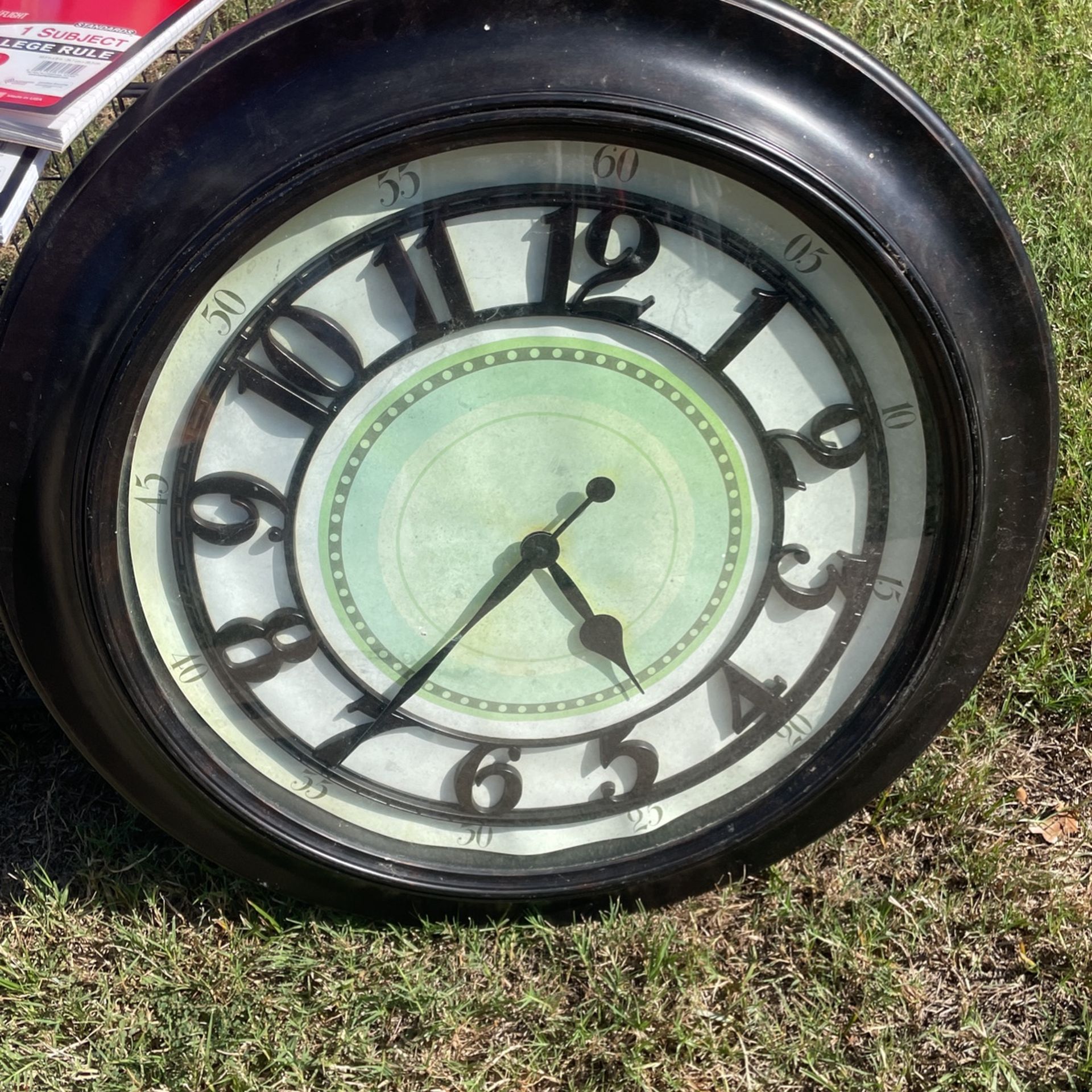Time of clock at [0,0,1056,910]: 4:35
